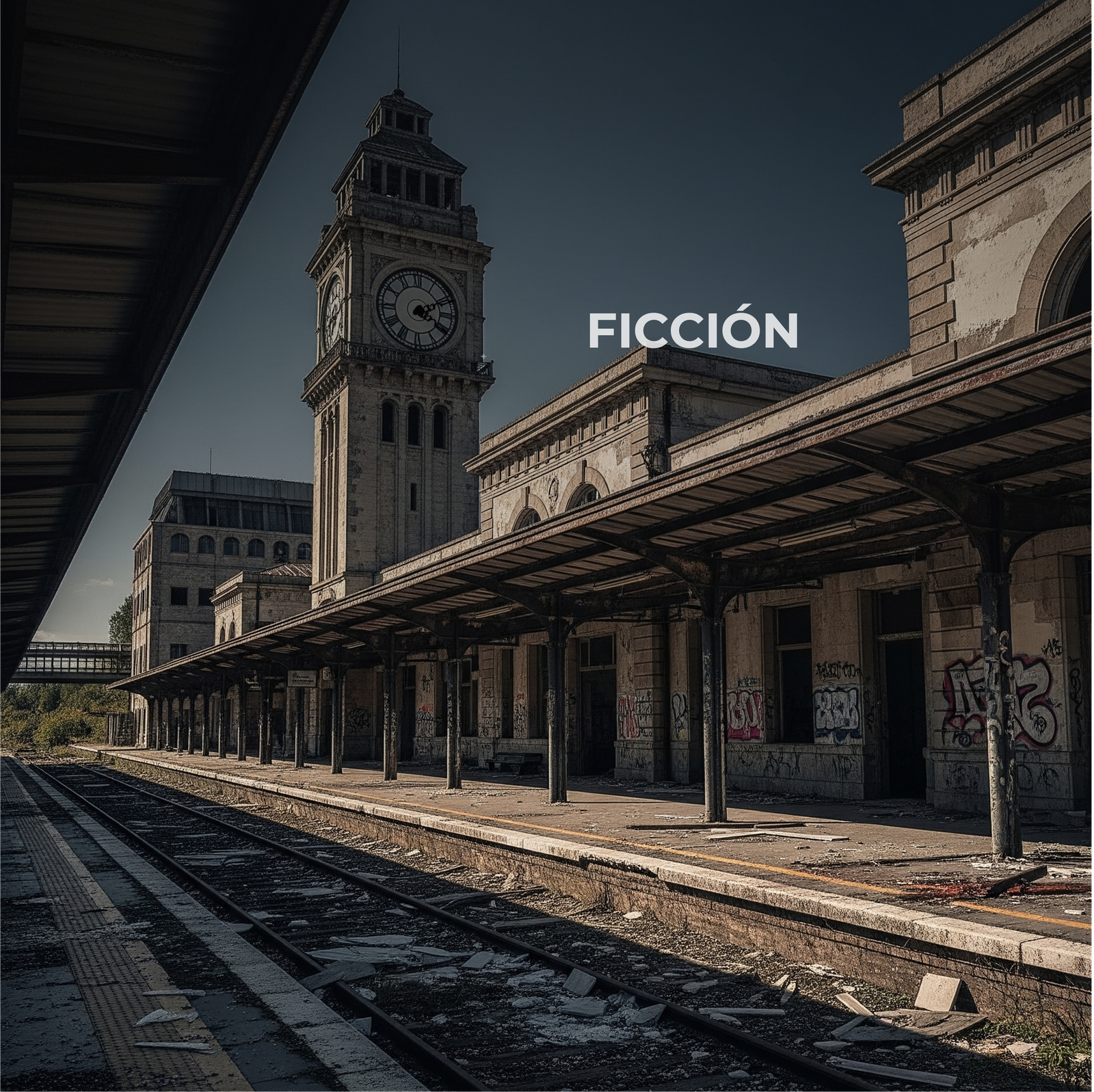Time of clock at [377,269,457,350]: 4:09
